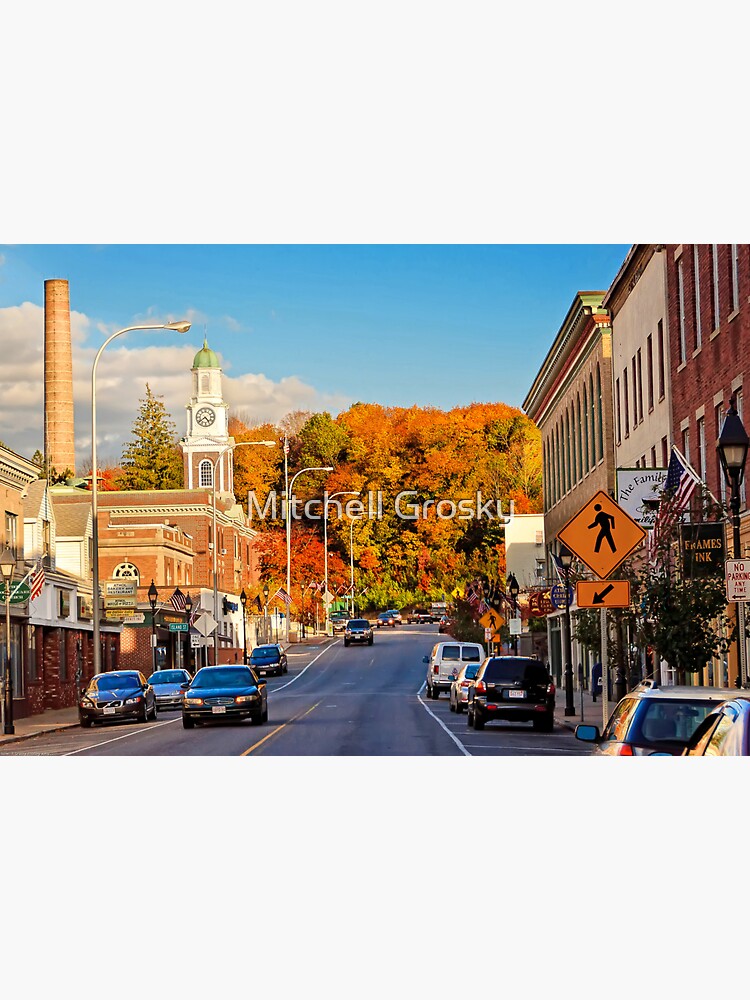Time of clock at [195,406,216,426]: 4:38
